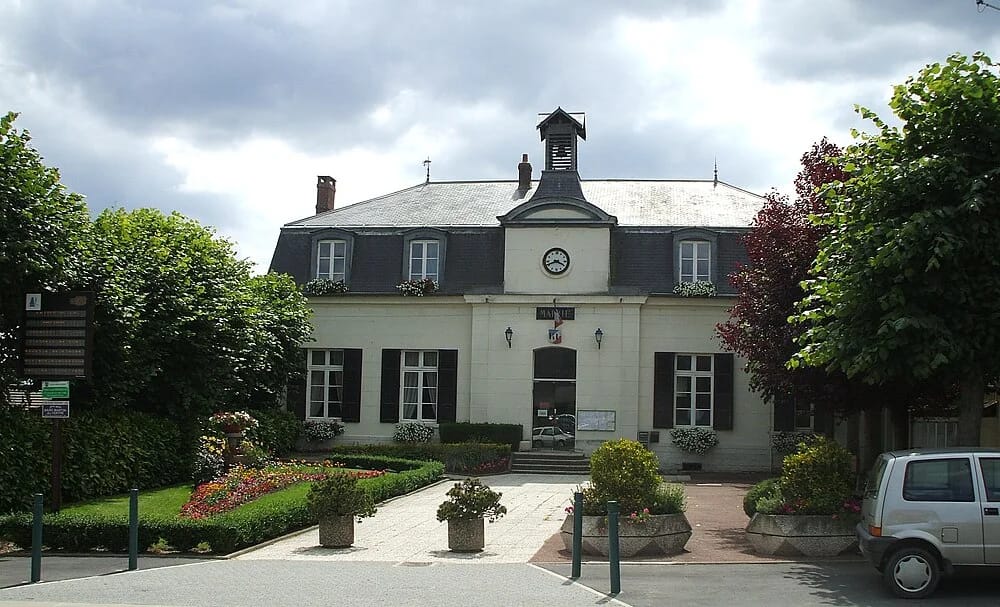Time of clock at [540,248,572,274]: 3:41
